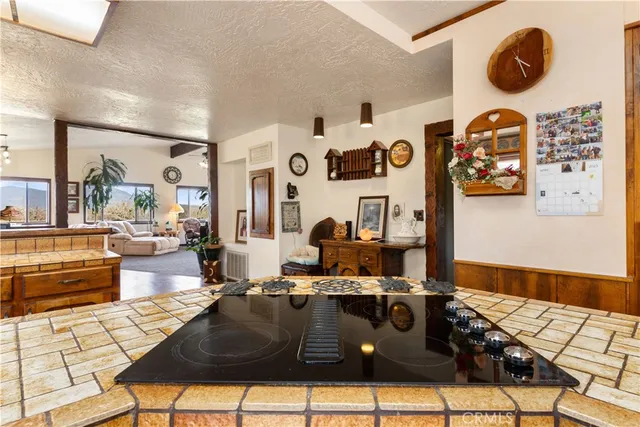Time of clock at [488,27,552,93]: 4:26
